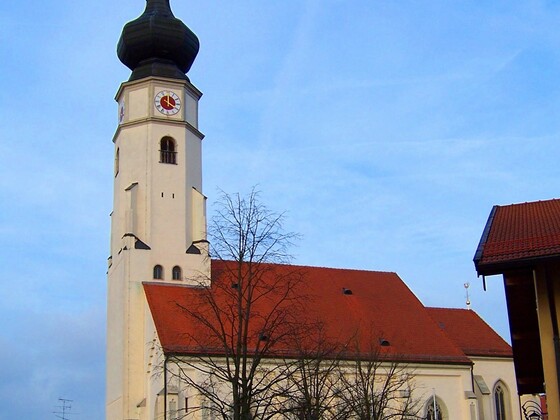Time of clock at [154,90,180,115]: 4:00
